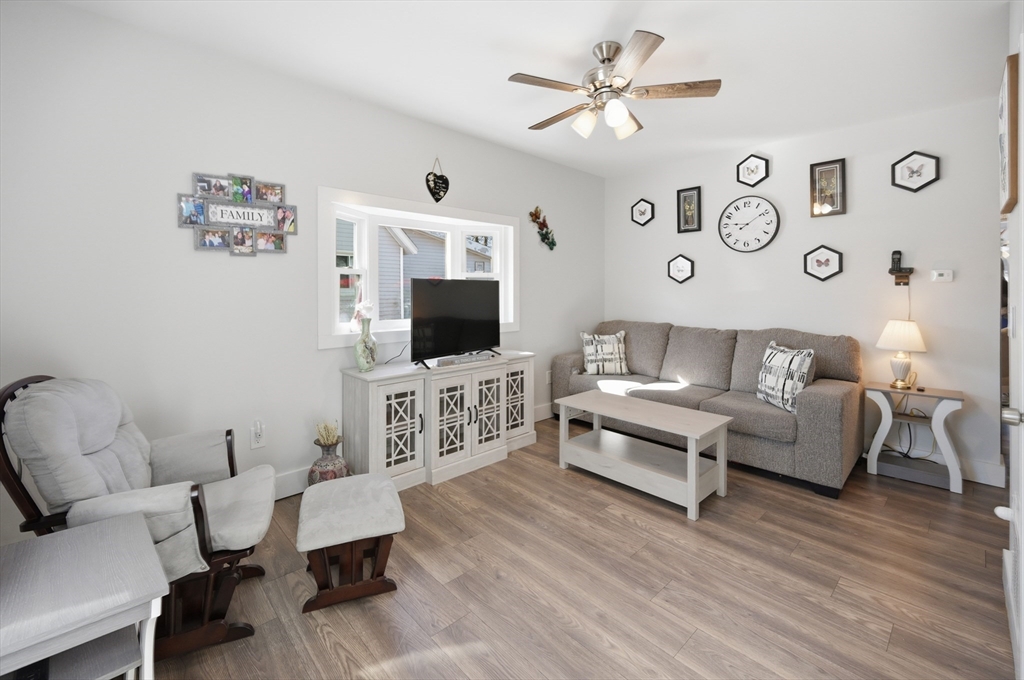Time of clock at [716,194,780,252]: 9:09
